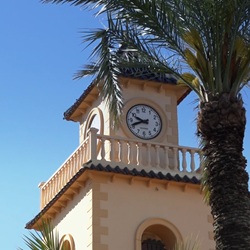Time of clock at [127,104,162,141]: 9:41
